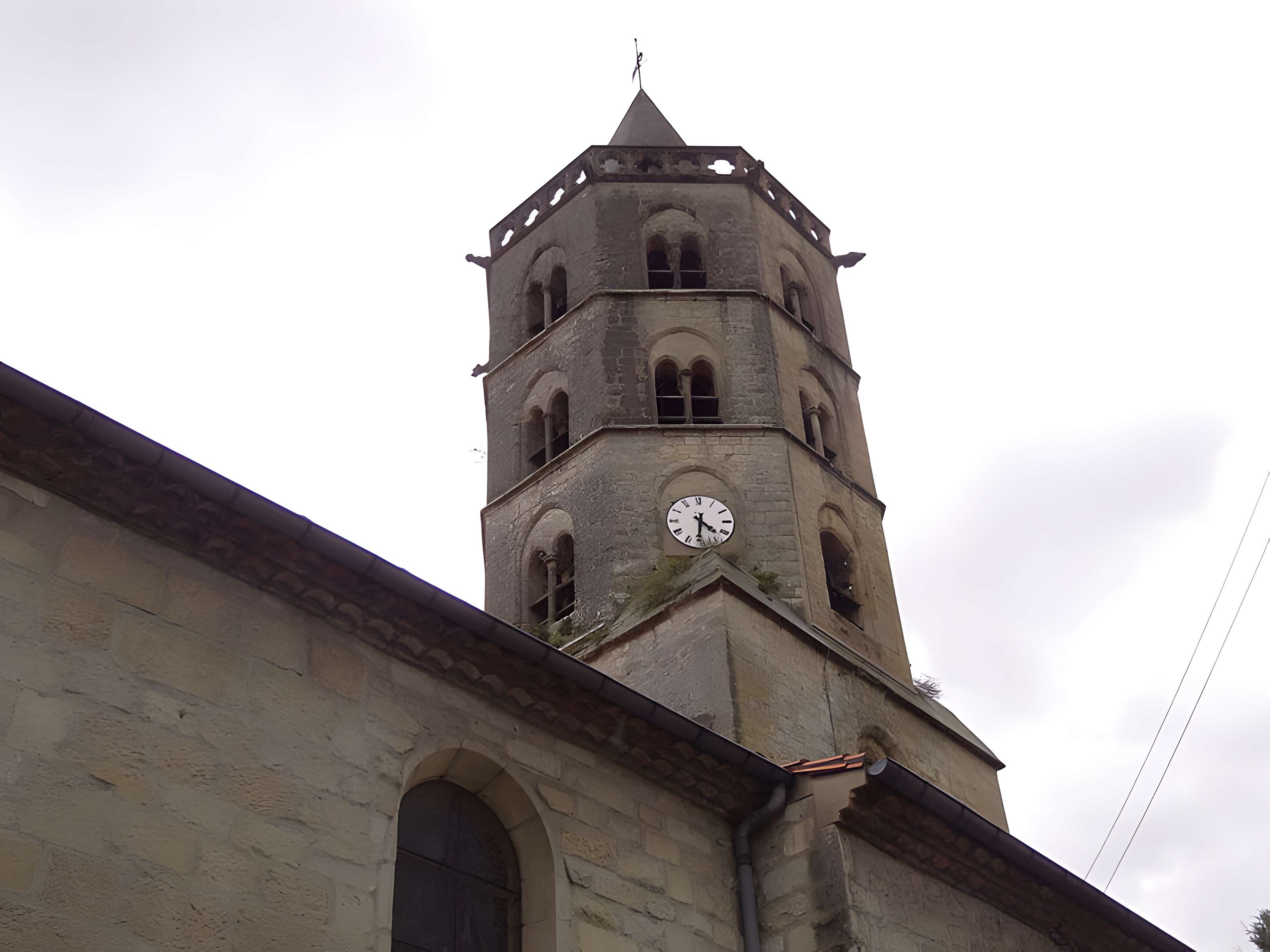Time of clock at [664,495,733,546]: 4:31
